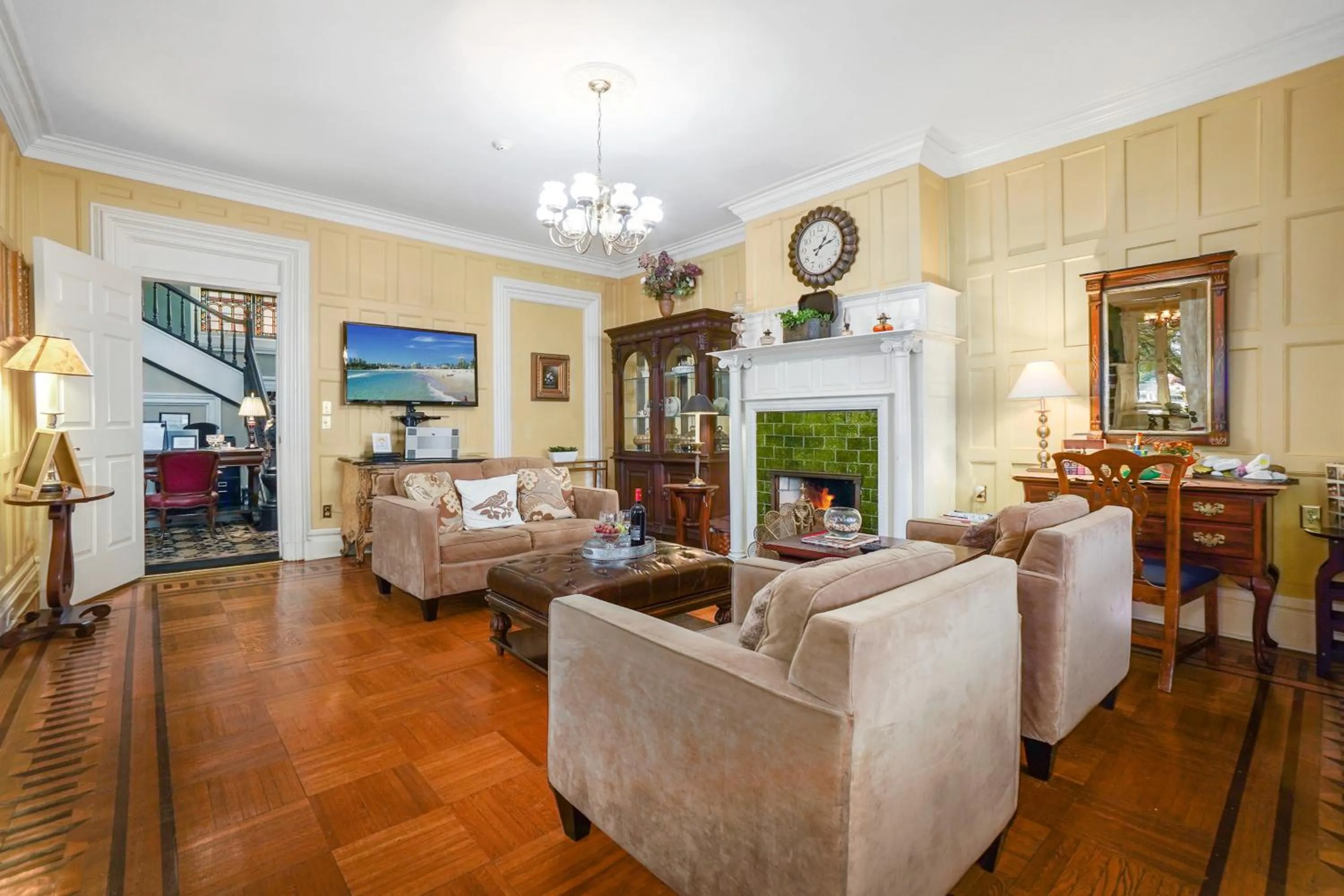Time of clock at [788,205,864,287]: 1:11
